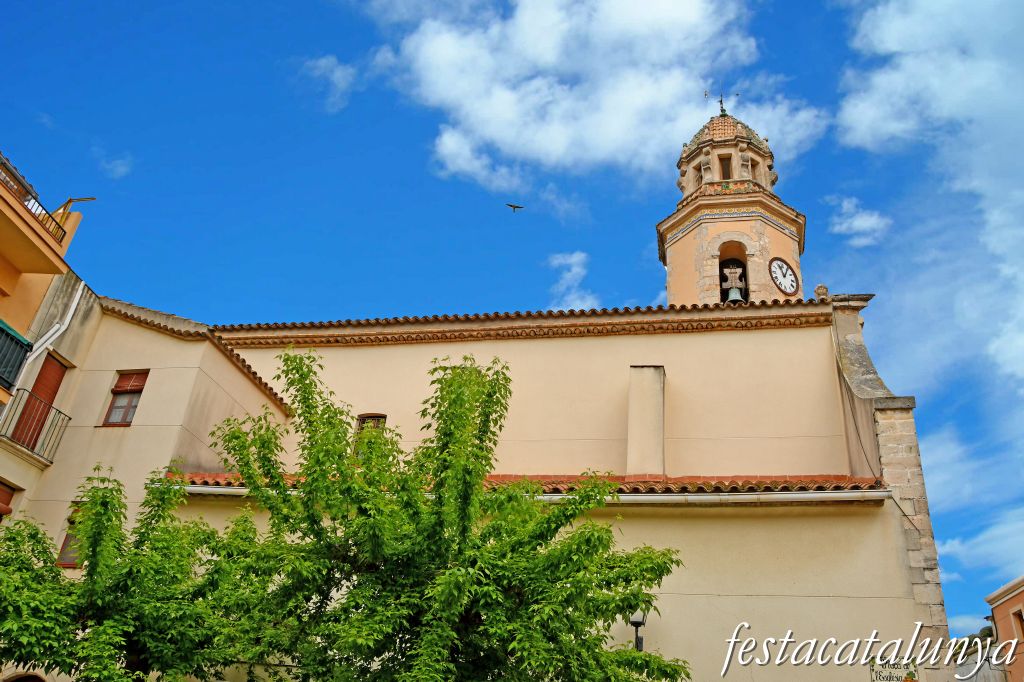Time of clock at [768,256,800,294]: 11:05
